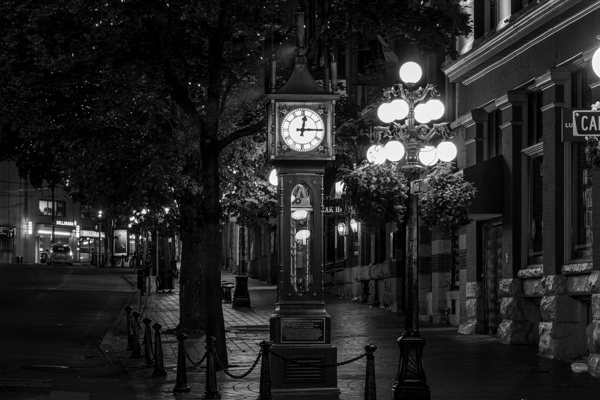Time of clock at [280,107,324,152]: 12:14
